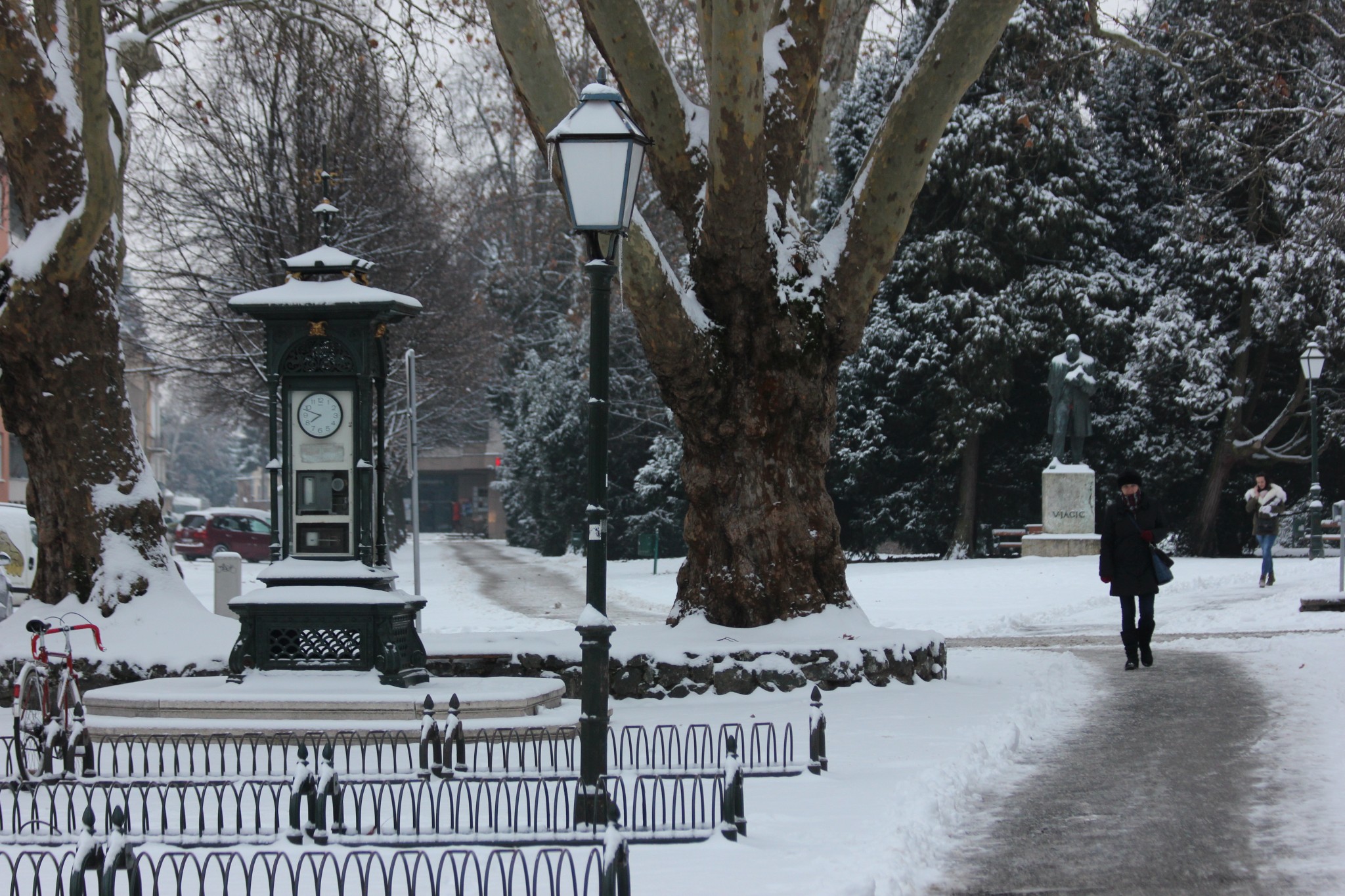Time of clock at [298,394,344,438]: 7:48
